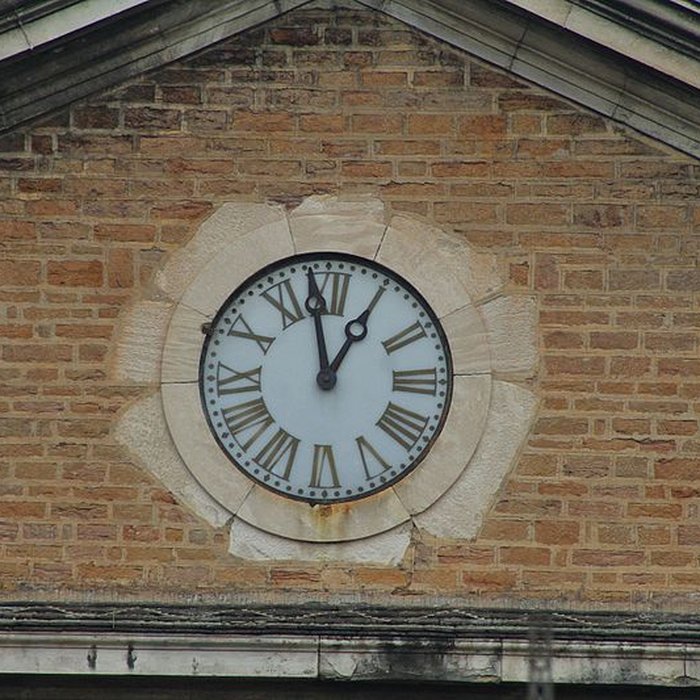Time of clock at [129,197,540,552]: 12:58
